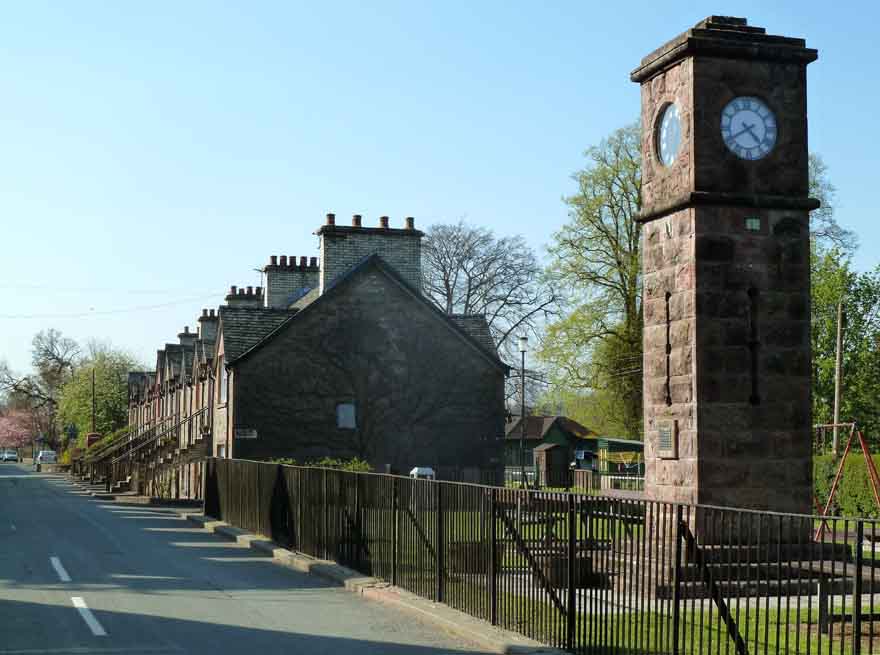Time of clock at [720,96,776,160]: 4:40
